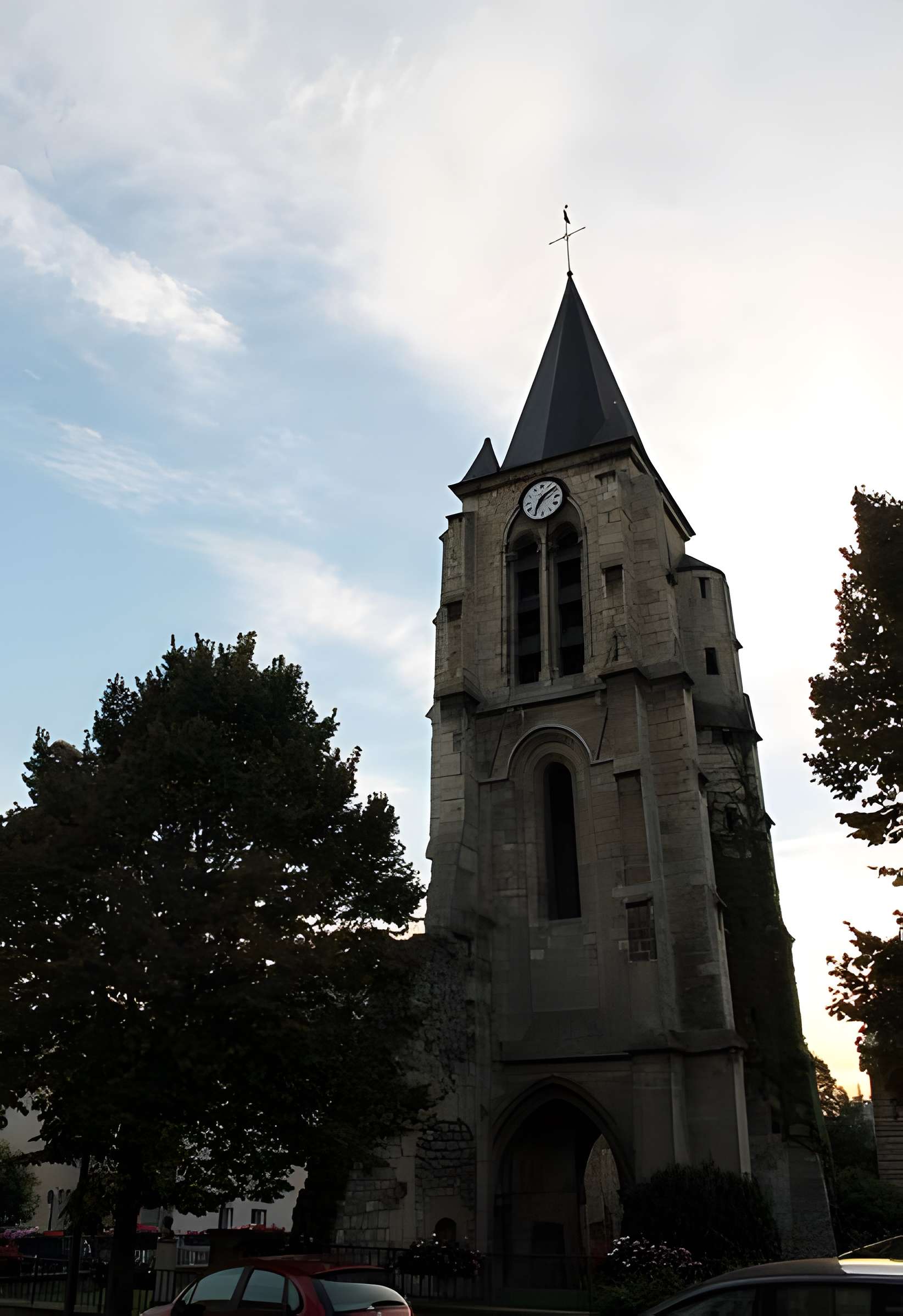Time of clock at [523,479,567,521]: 7:09
